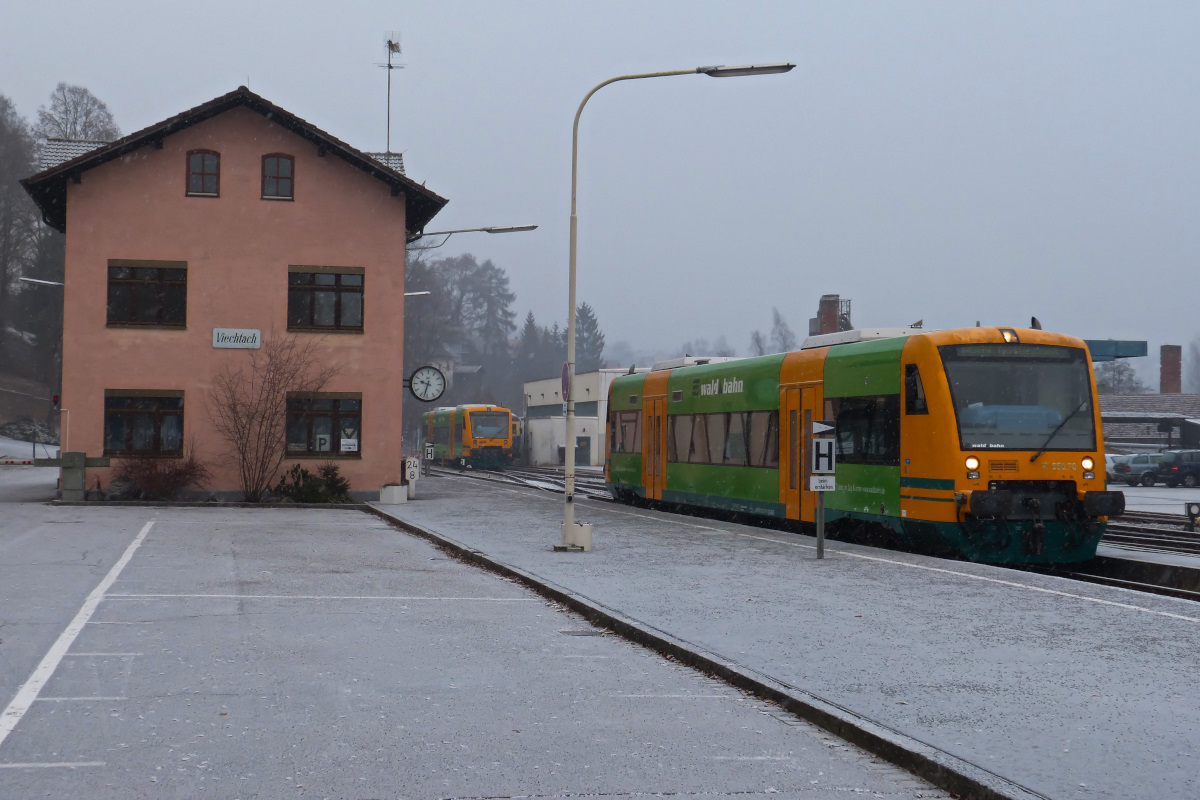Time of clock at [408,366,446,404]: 9:32
